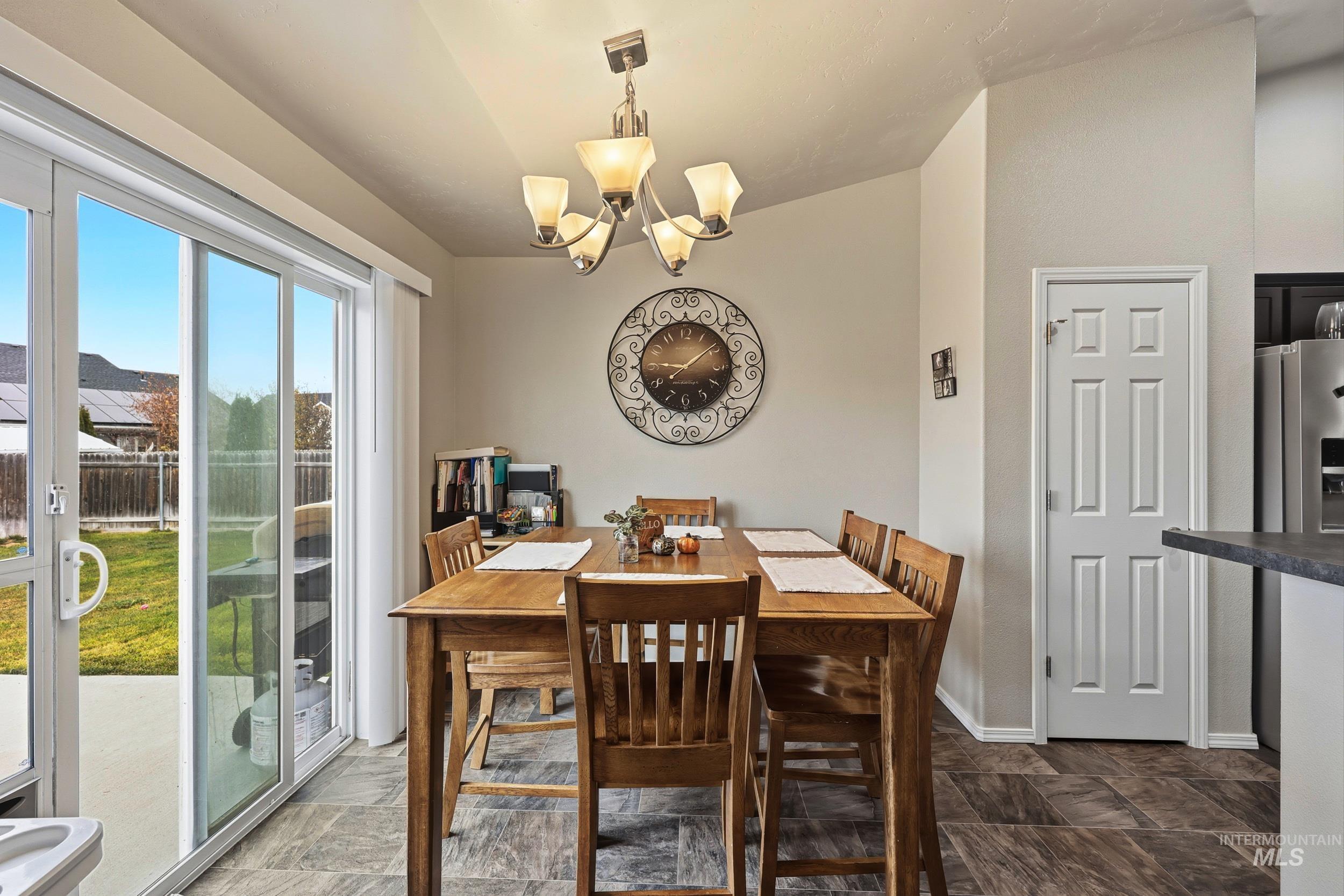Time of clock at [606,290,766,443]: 9:08
